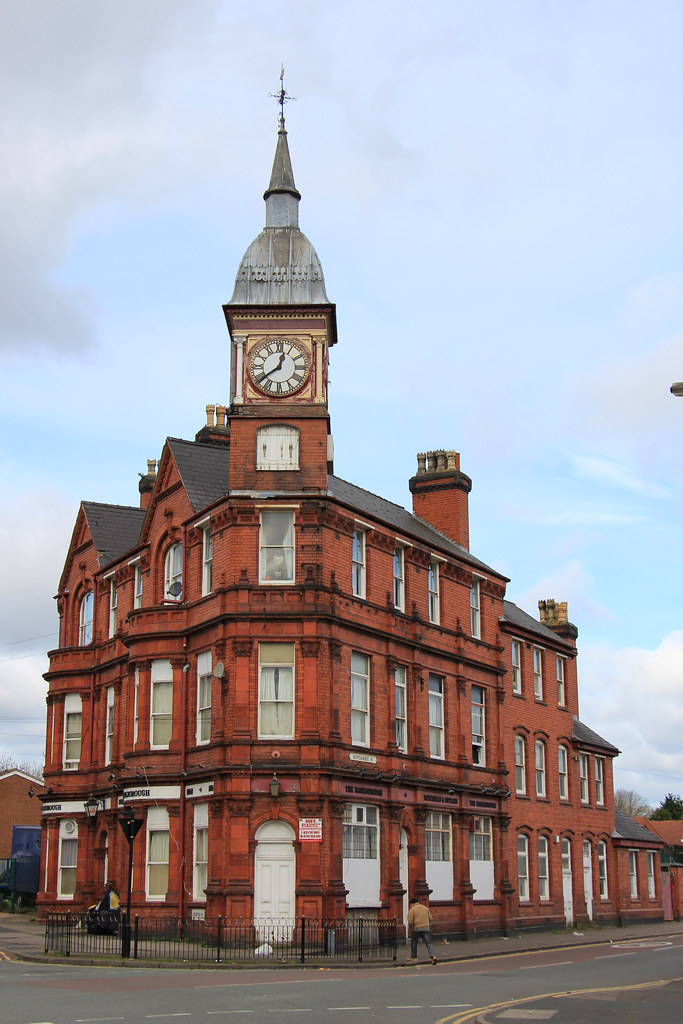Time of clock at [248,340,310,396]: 12:38
